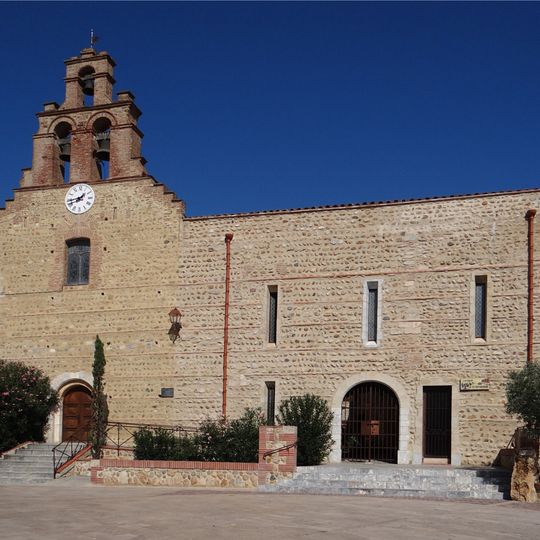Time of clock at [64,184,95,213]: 1:43
